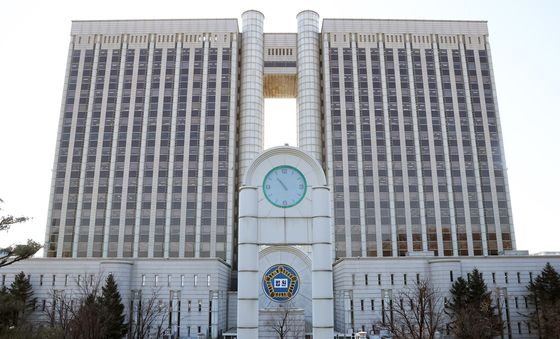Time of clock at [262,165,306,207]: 10:53
